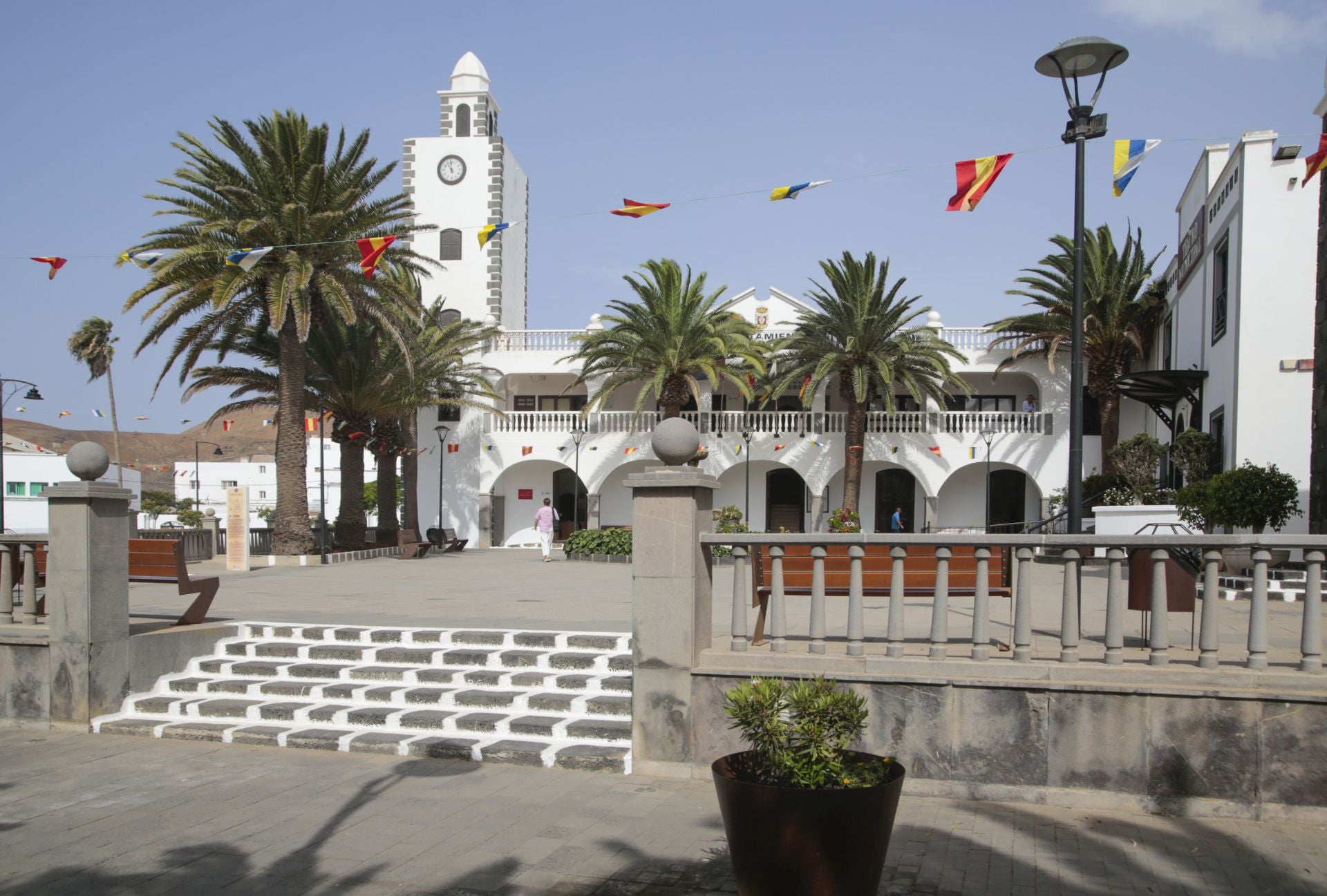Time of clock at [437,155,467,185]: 10:58
